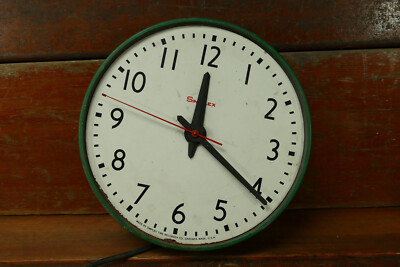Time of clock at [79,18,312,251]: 12:20
